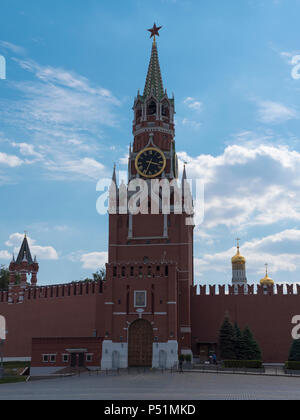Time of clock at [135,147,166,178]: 3:33
